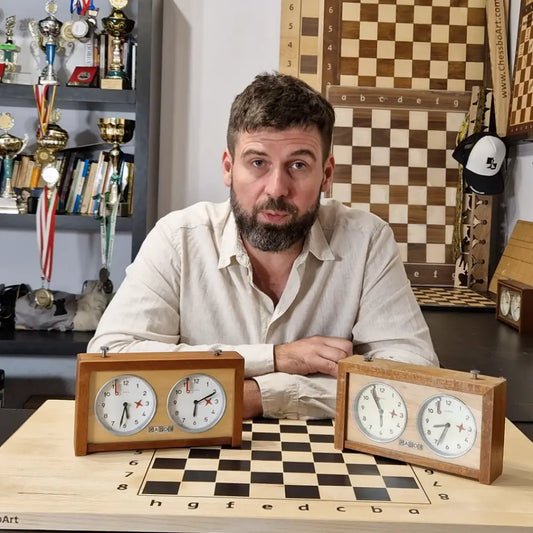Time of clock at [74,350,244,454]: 6:10
